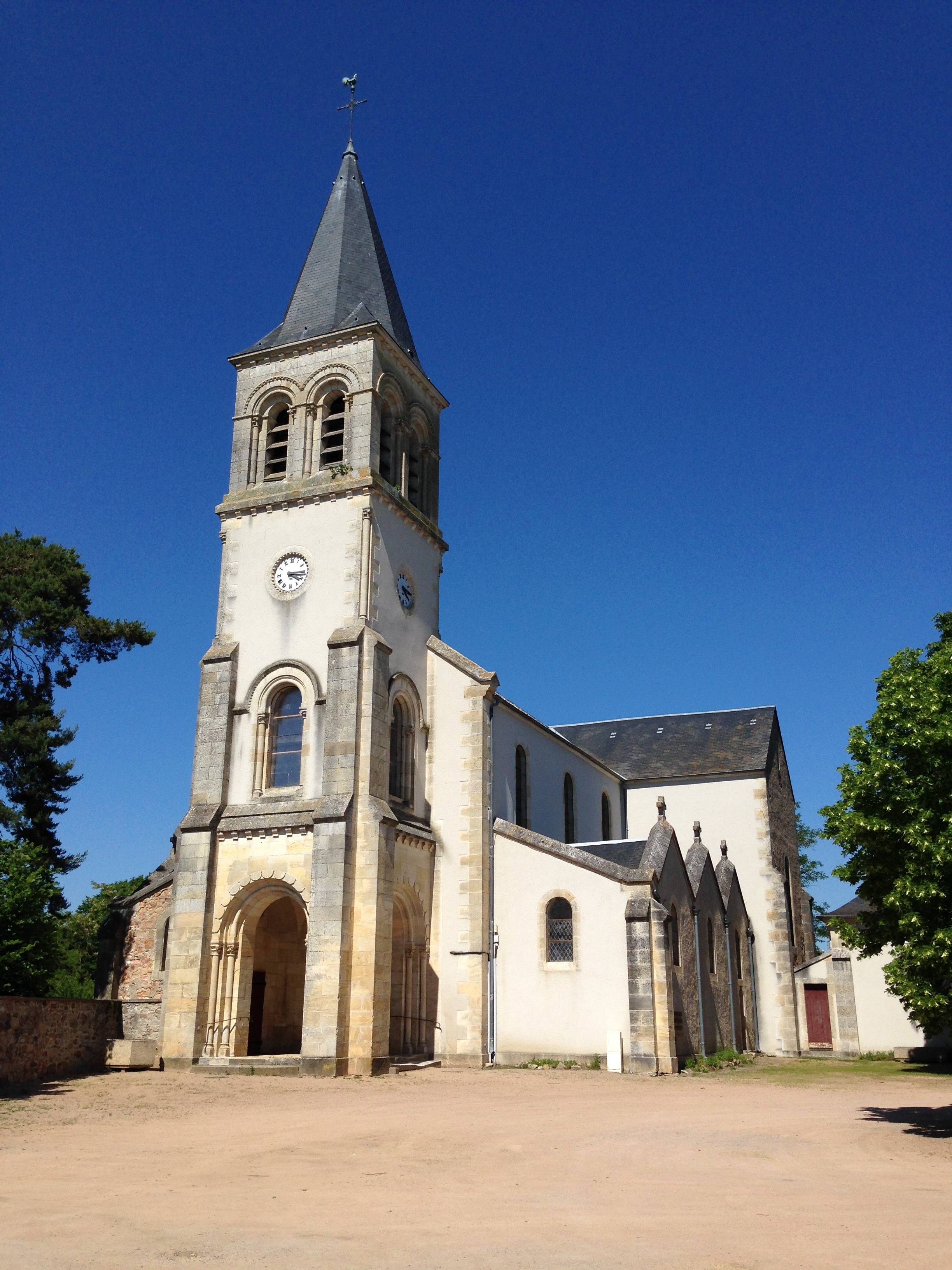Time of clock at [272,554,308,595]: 4:15
